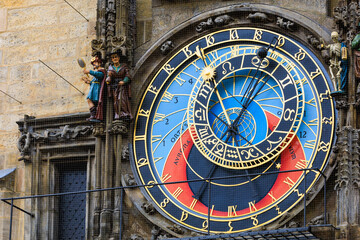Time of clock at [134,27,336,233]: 7:04
